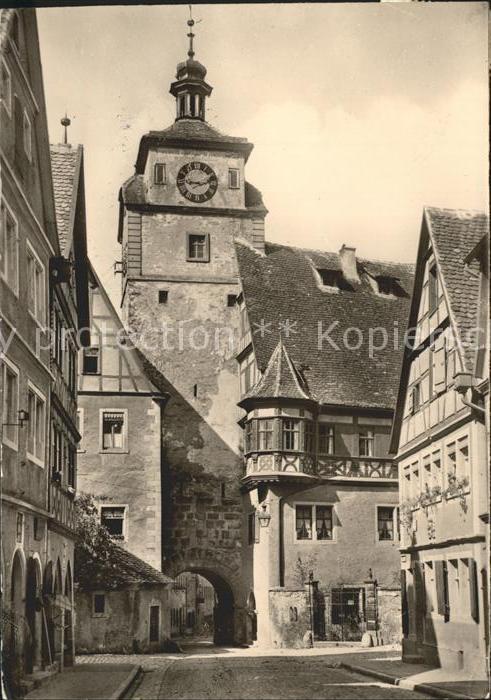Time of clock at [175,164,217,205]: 9:12
